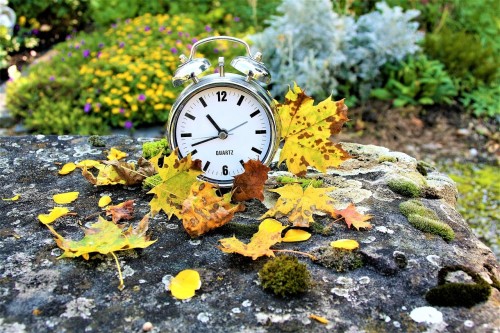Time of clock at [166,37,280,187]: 10:41
